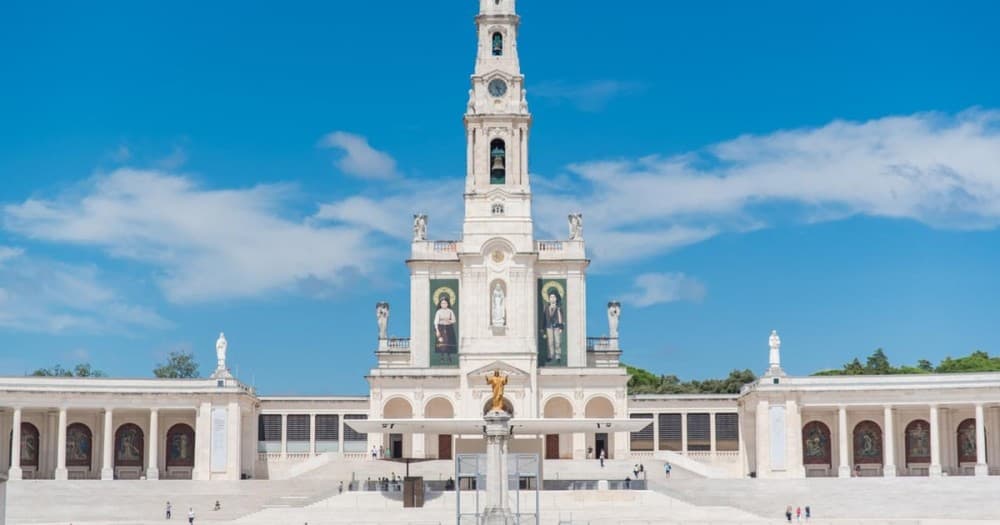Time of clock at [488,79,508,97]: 3:26
